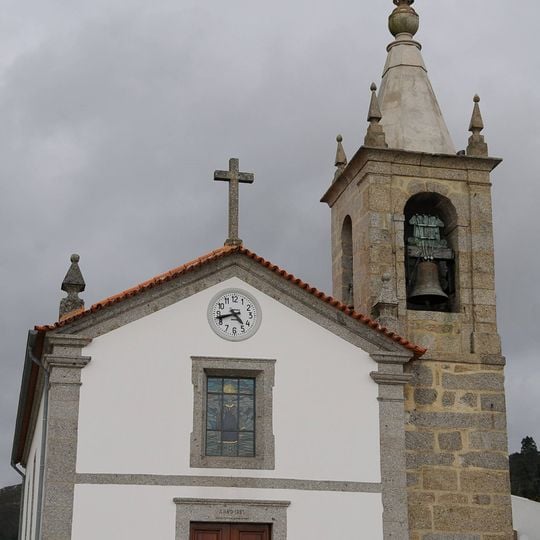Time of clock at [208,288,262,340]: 4:42
